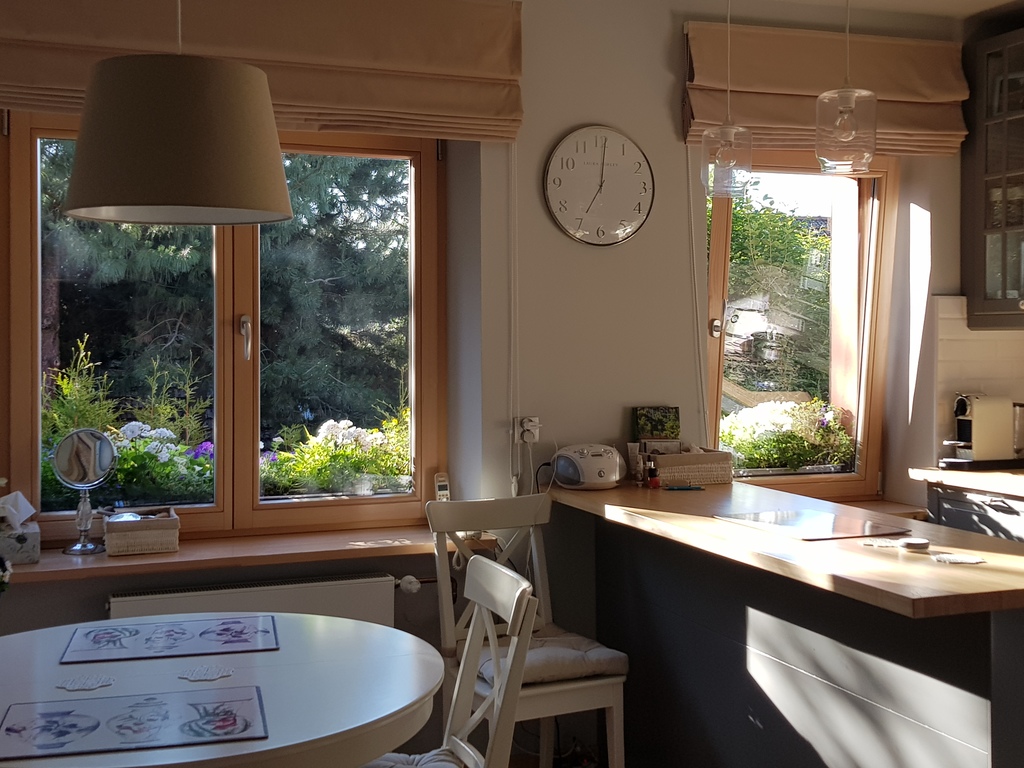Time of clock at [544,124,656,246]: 7:00
